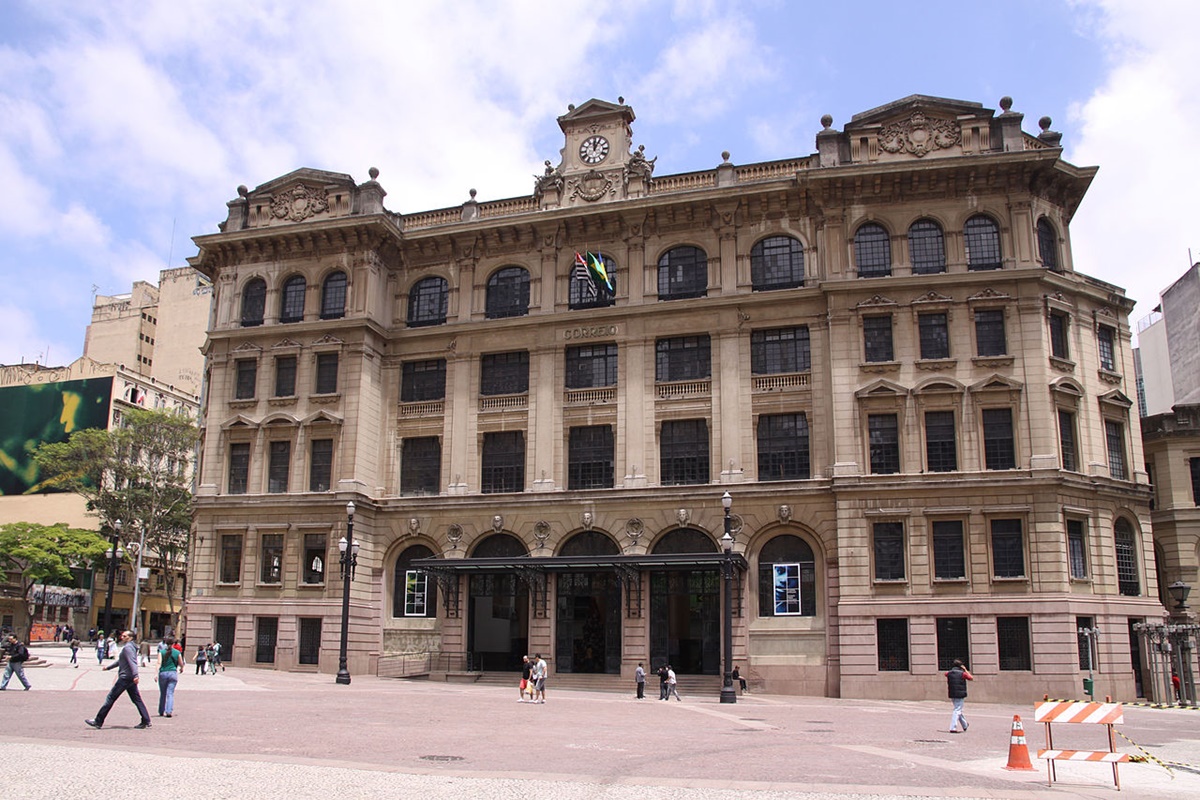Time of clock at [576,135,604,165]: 12:04
